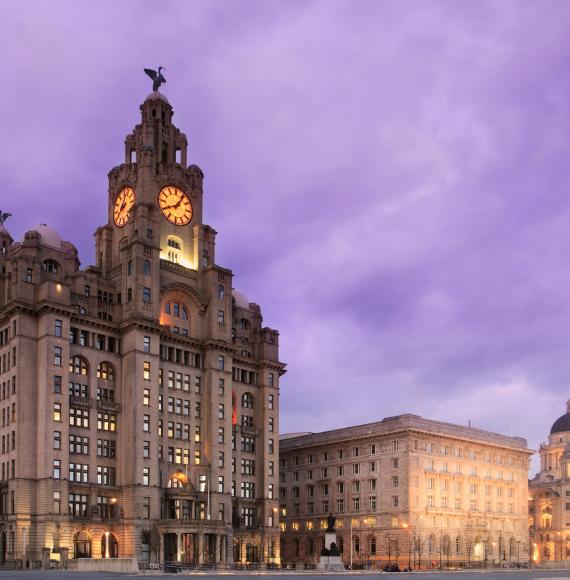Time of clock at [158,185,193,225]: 8:06
